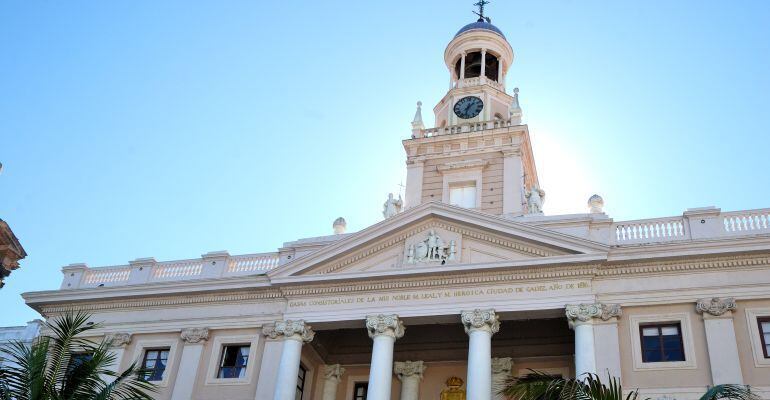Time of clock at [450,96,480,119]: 1:32
